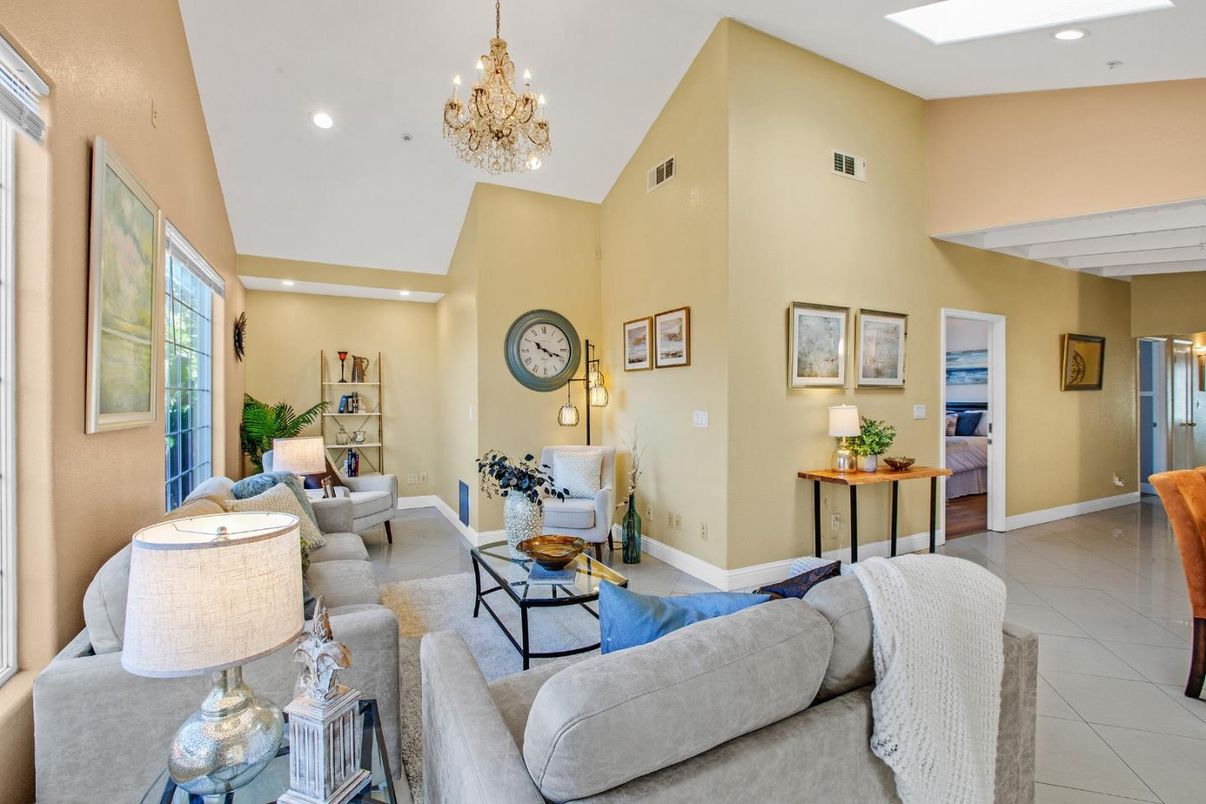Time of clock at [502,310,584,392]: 10:18
